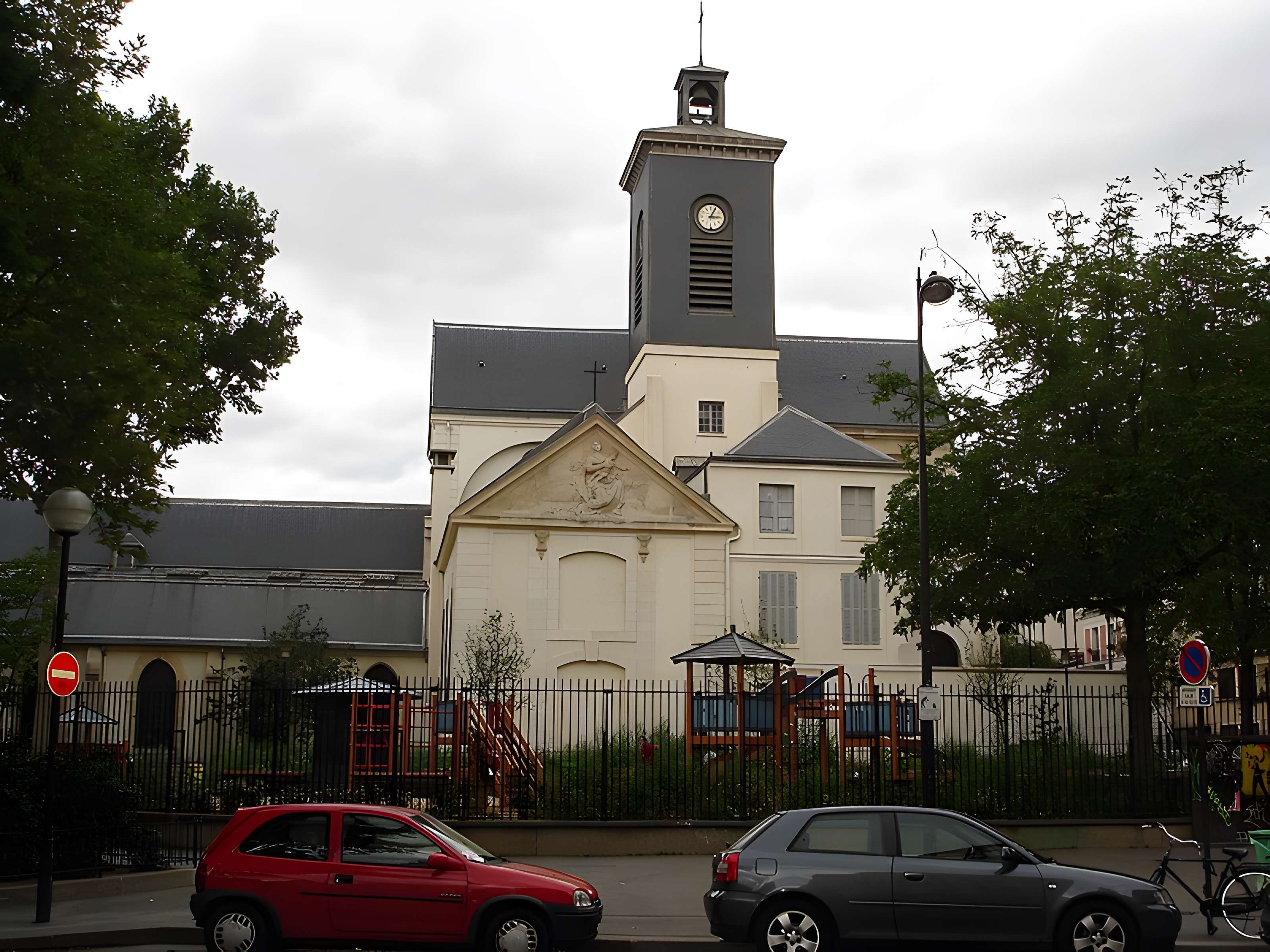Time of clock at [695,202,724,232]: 3:04
